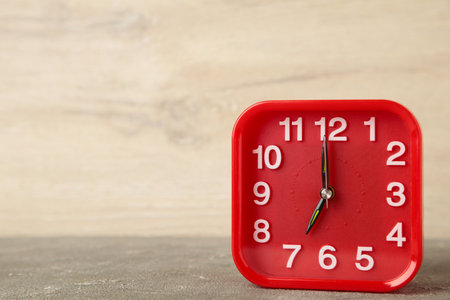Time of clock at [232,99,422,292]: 6:59
